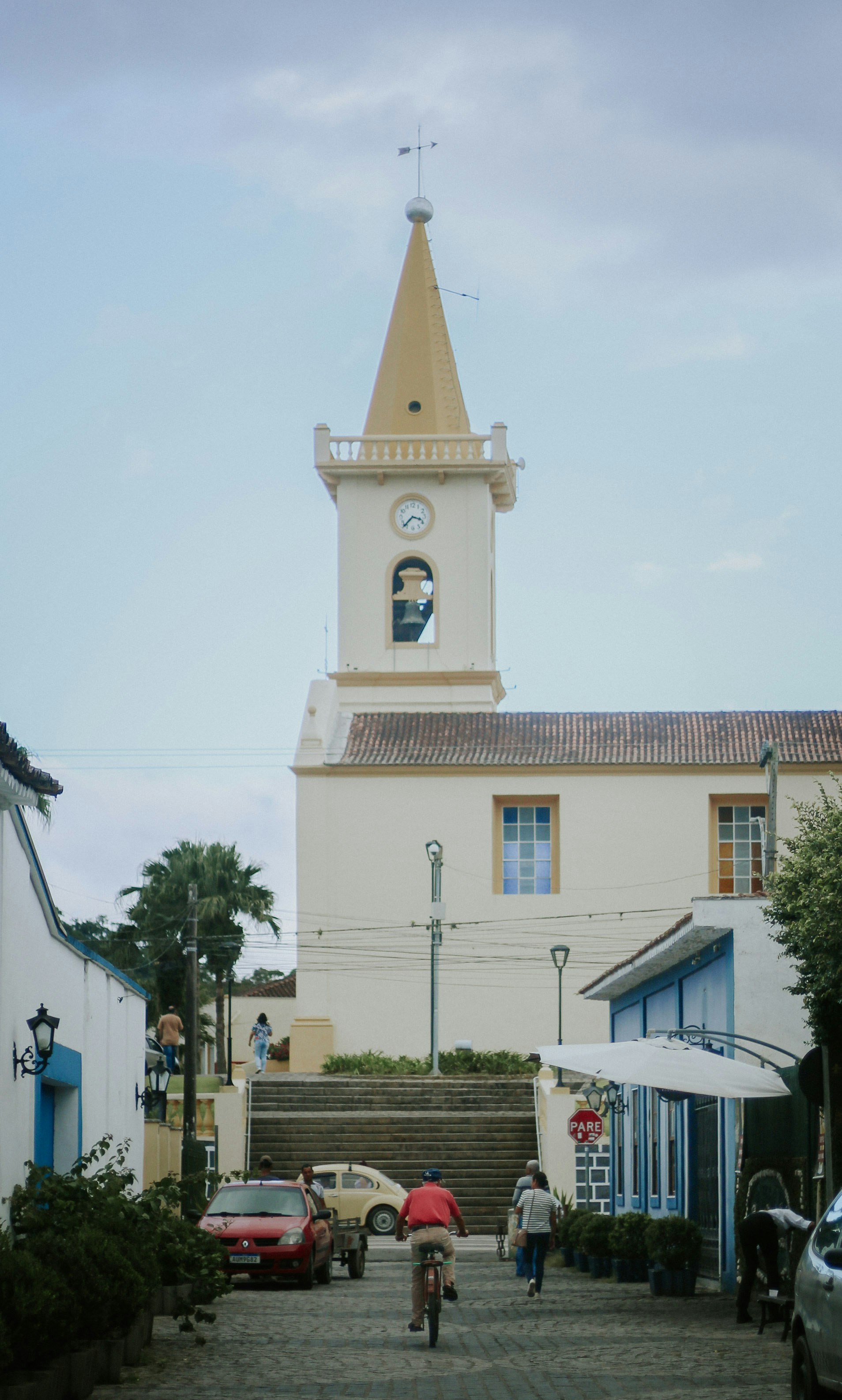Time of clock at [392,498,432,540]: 3:37
